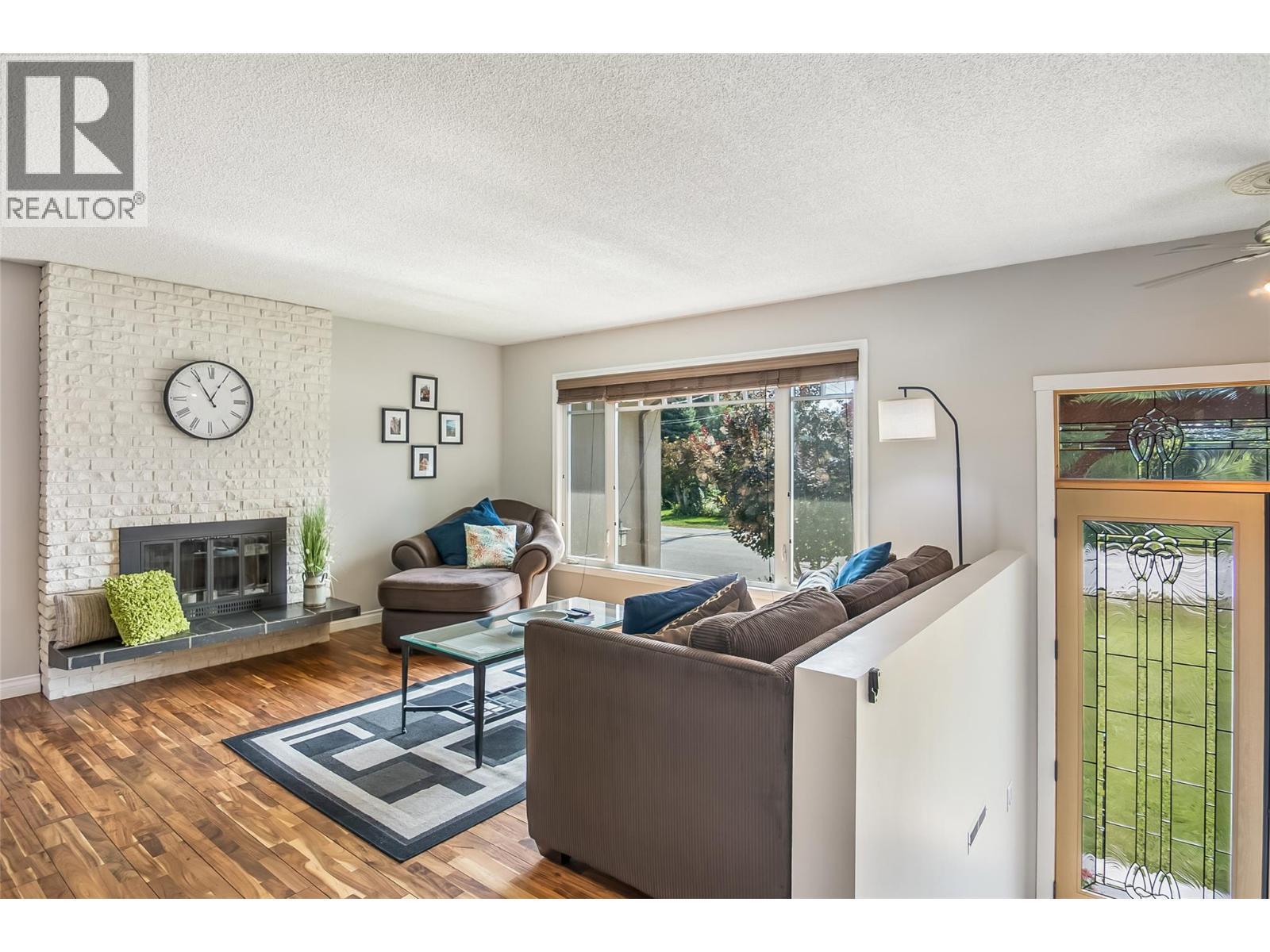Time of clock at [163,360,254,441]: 12:54
